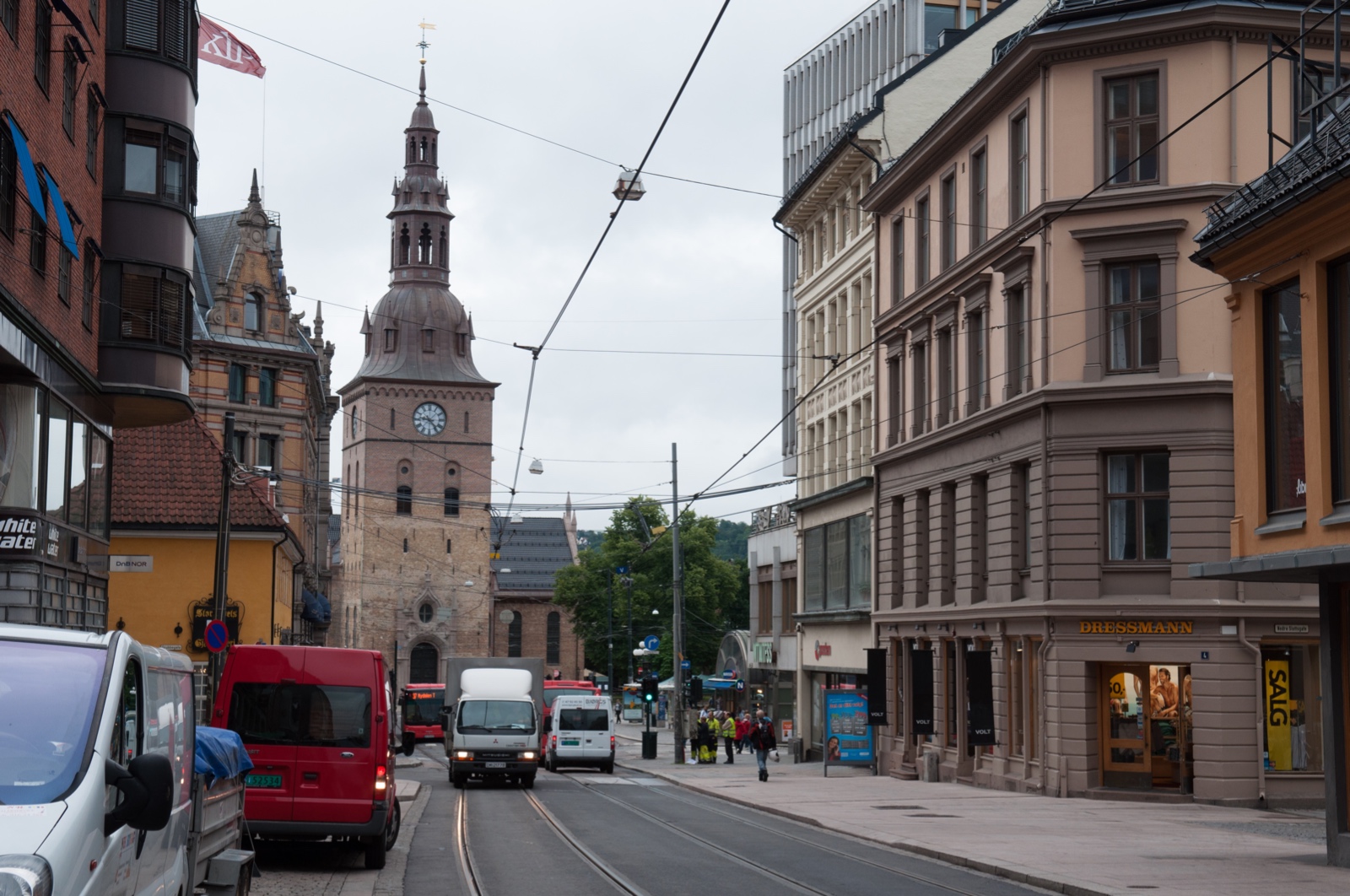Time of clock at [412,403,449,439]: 9:23
